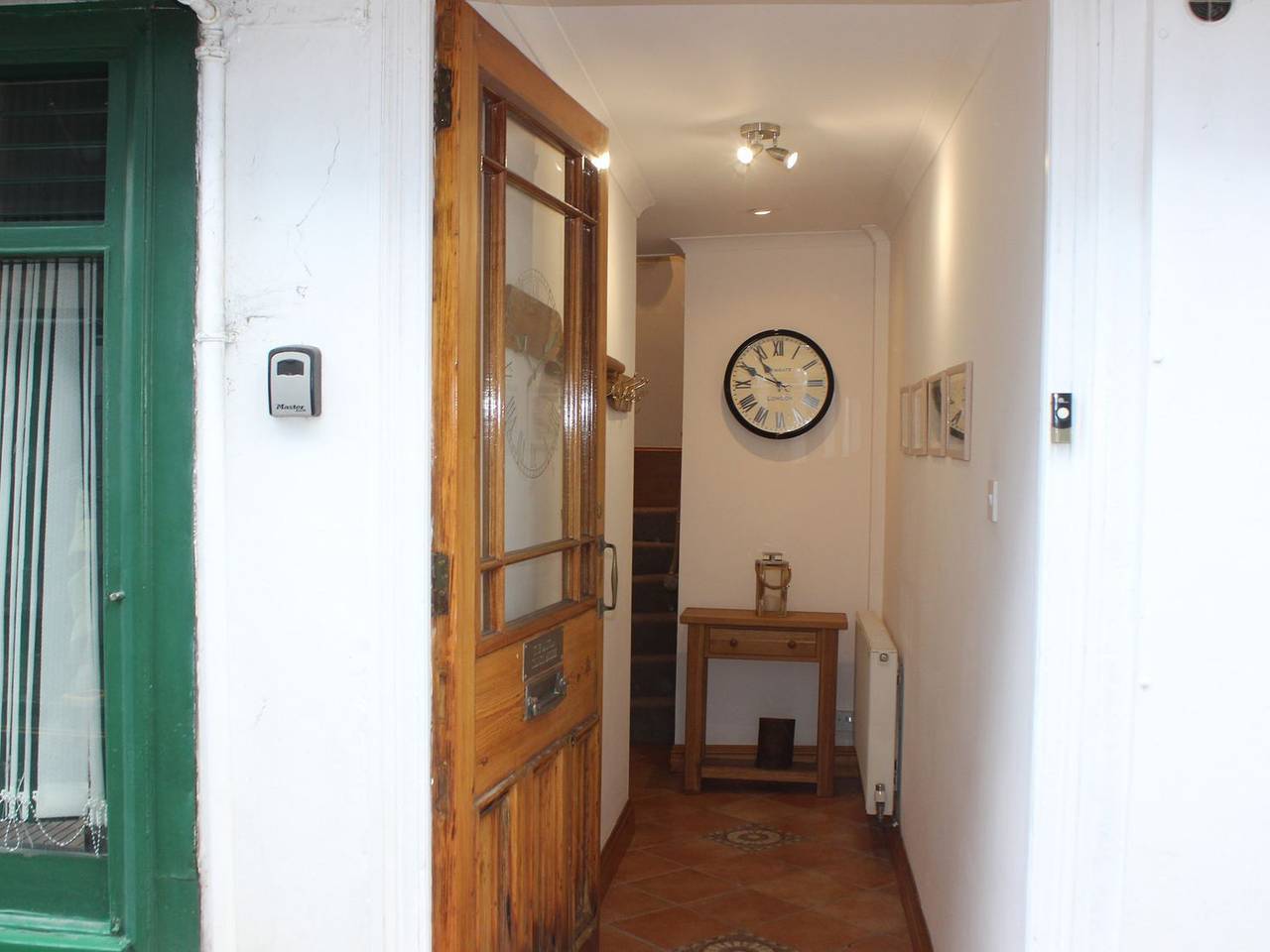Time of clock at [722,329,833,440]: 10:49
